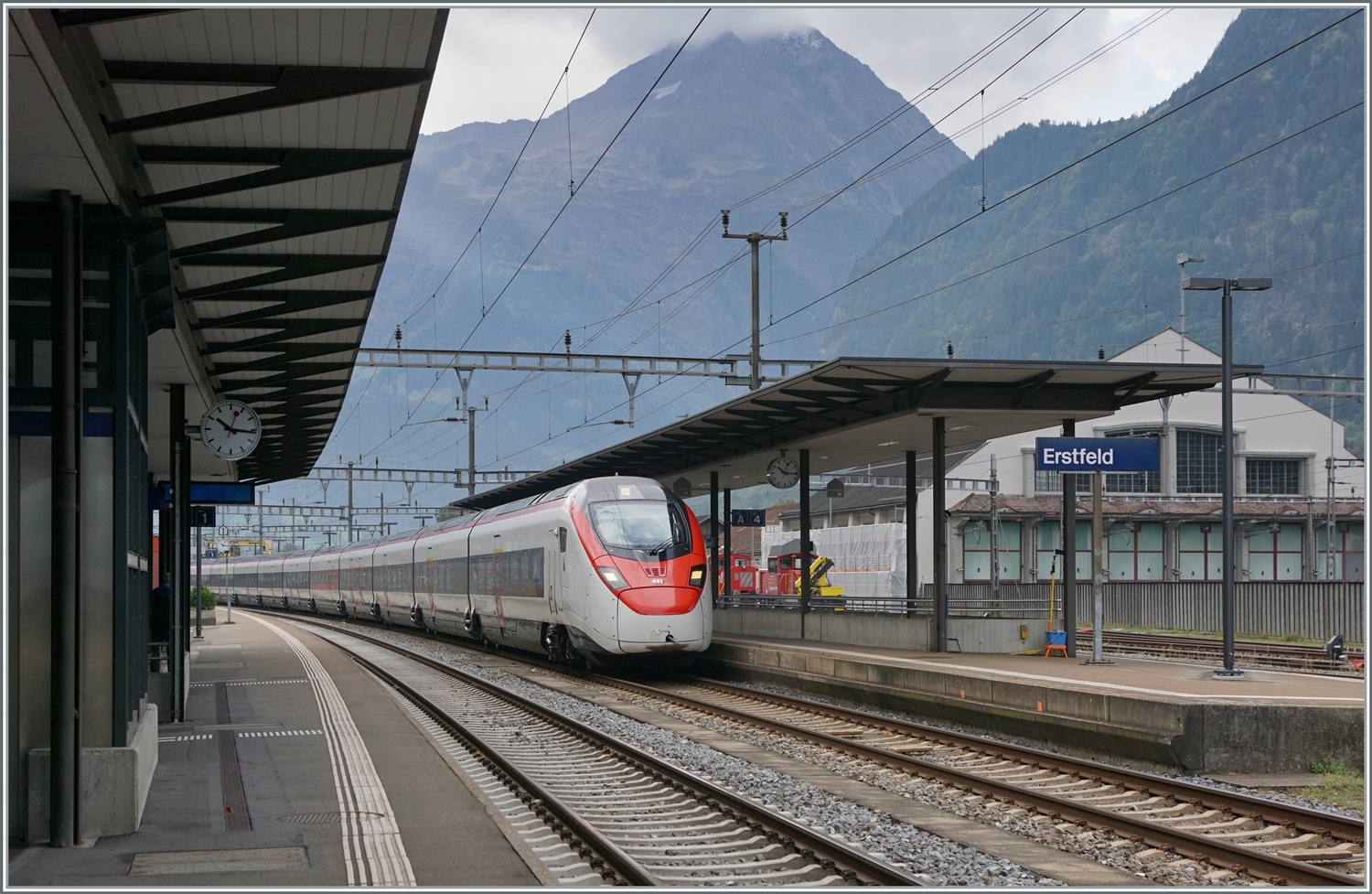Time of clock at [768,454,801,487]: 10:16
